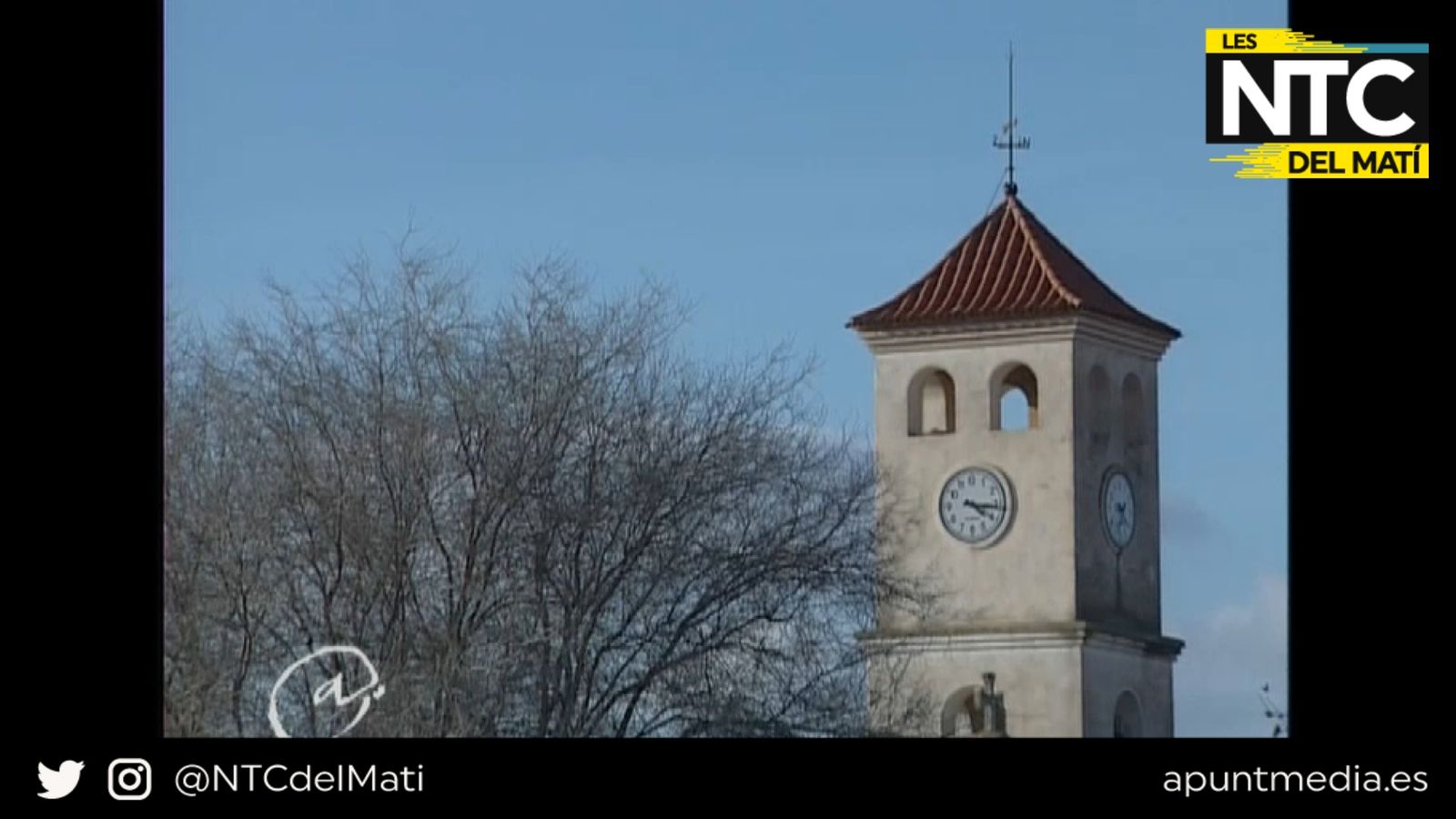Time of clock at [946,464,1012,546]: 4:16
